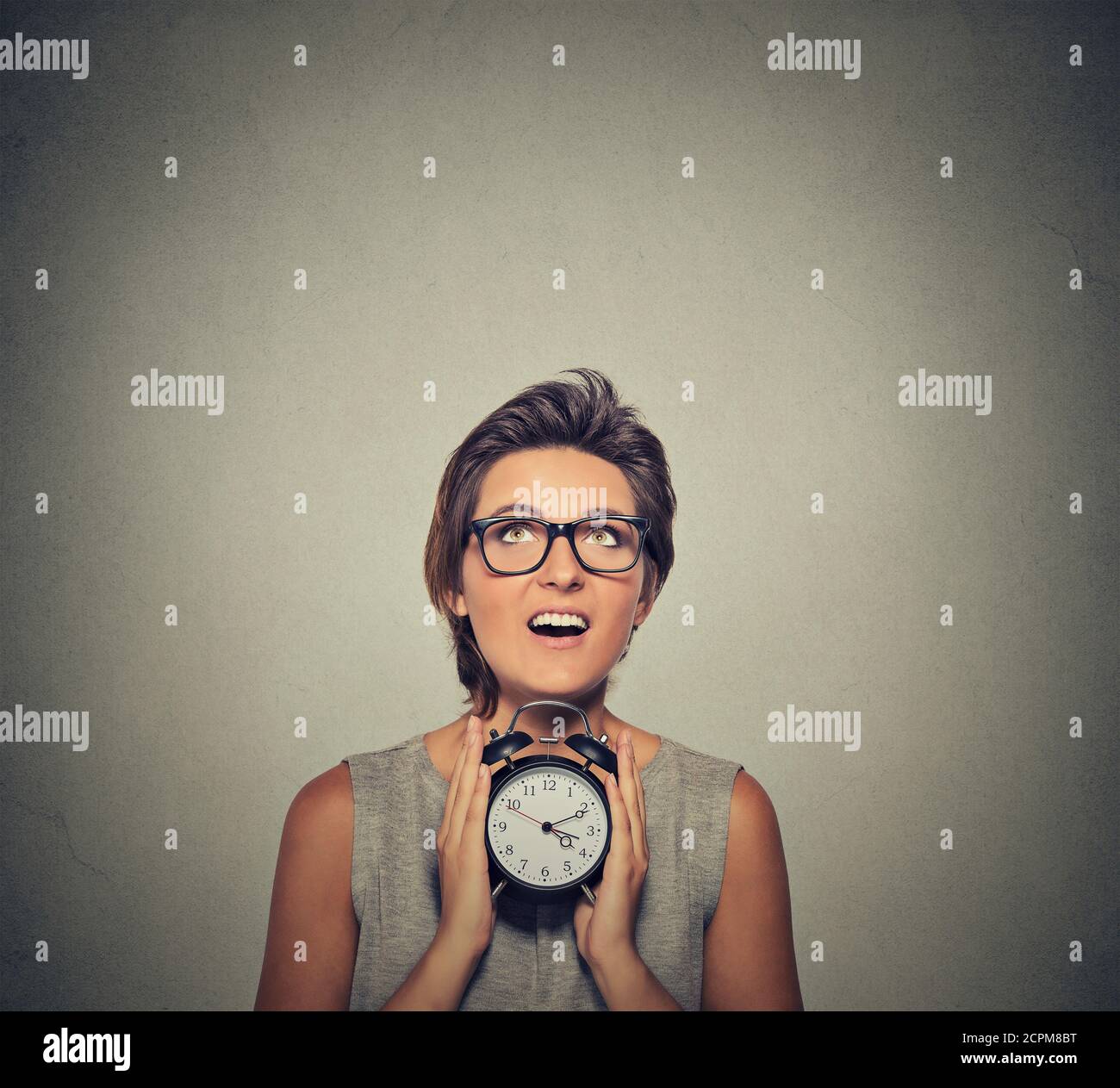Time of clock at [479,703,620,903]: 4:10
